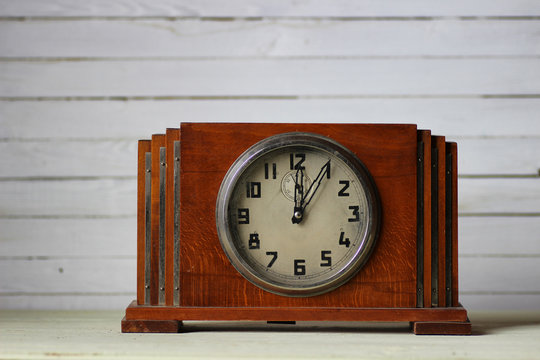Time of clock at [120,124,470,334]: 12:04
